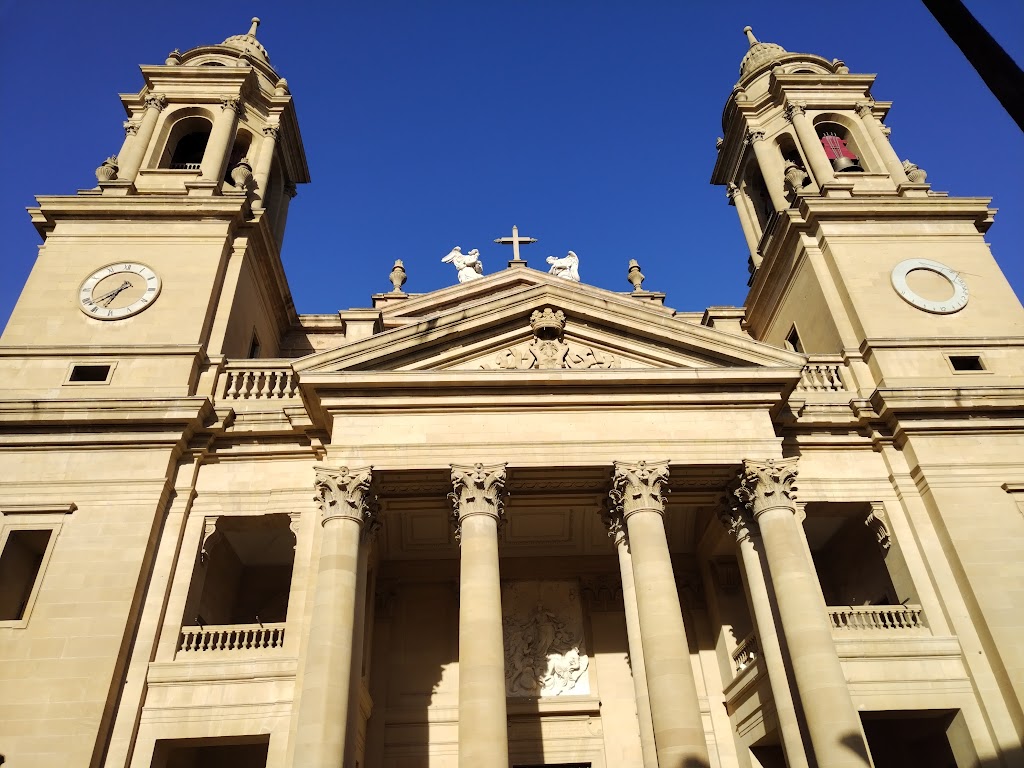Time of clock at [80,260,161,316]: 6:37
